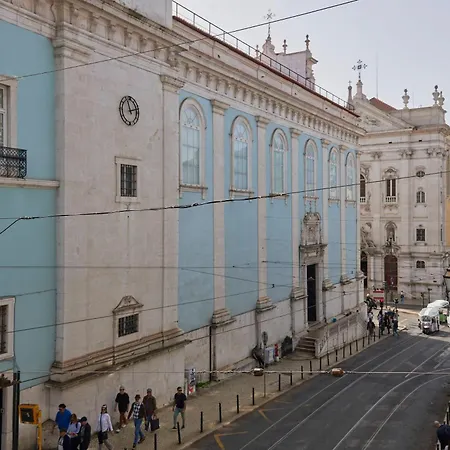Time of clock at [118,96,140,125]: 11:12
